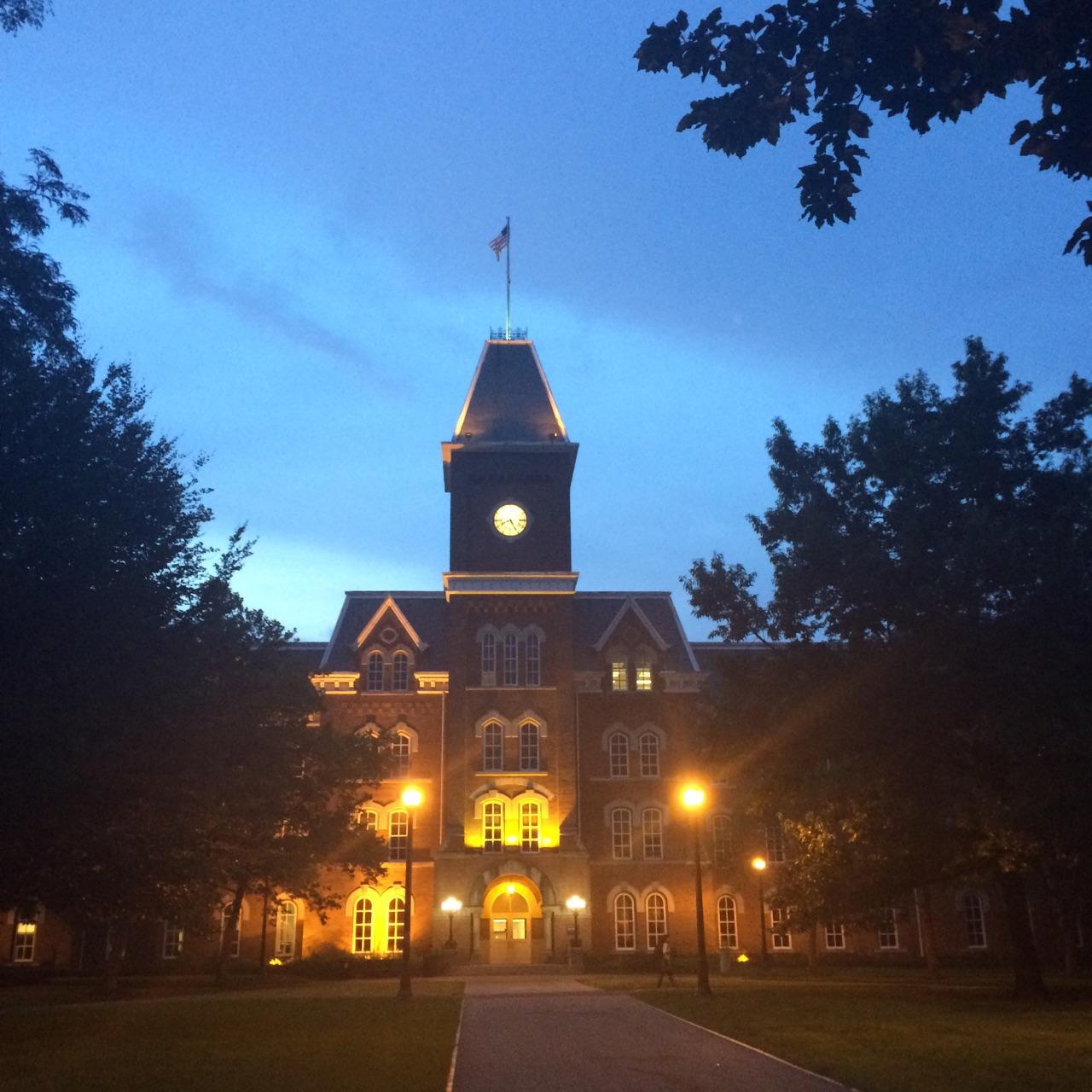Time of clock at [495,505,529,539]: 8:25
